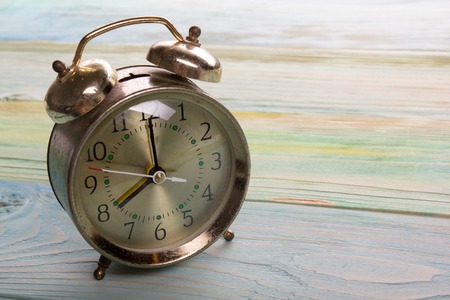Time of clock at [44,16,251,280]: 7:59
